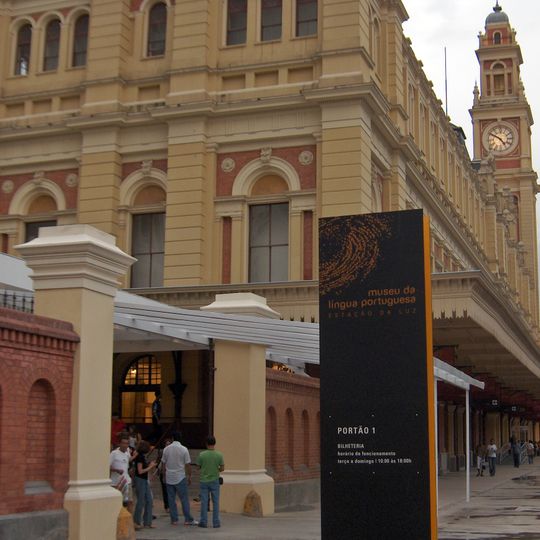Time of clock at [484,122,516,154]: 4:50
